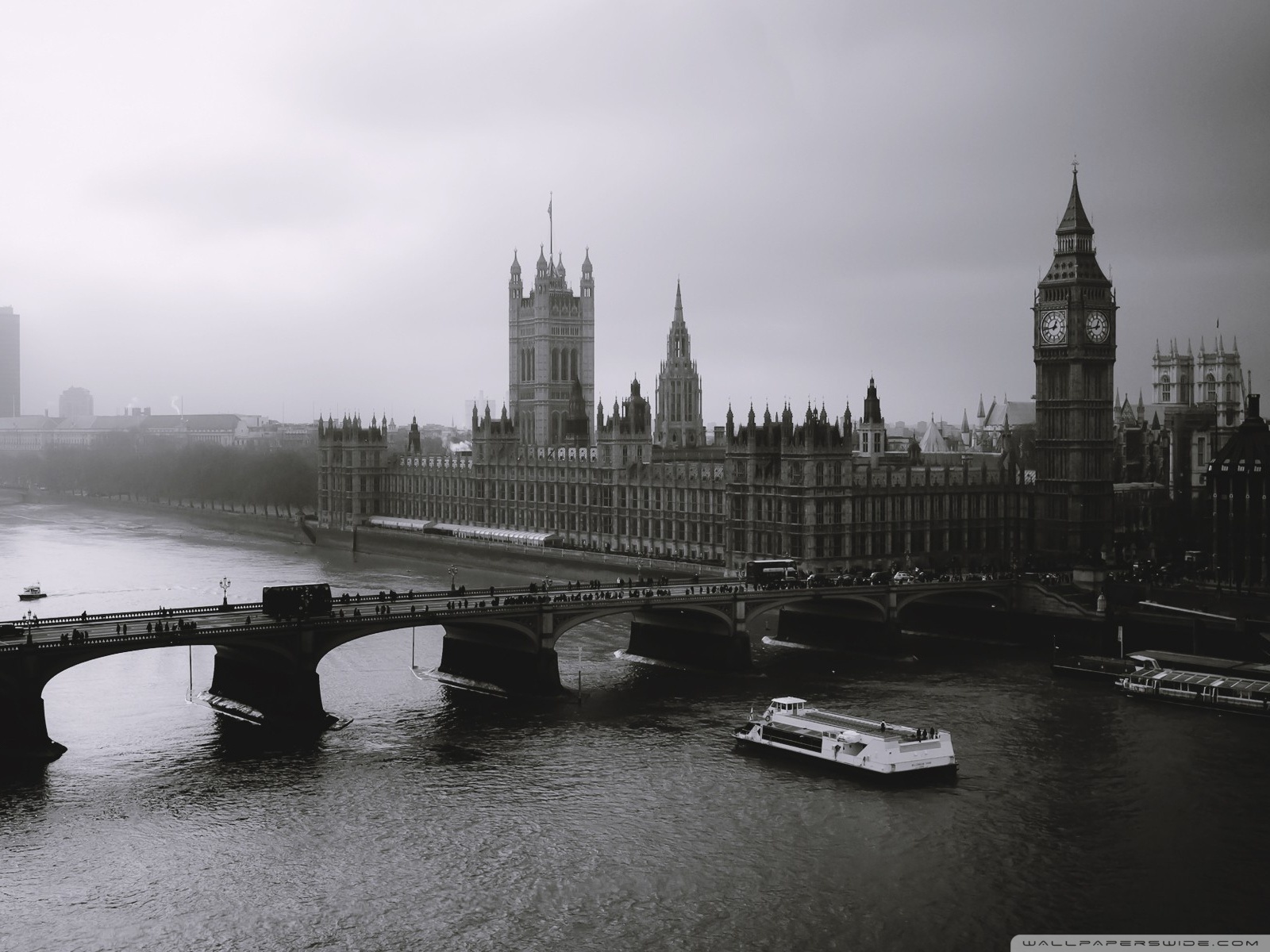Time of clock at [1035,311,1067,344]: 12:43
